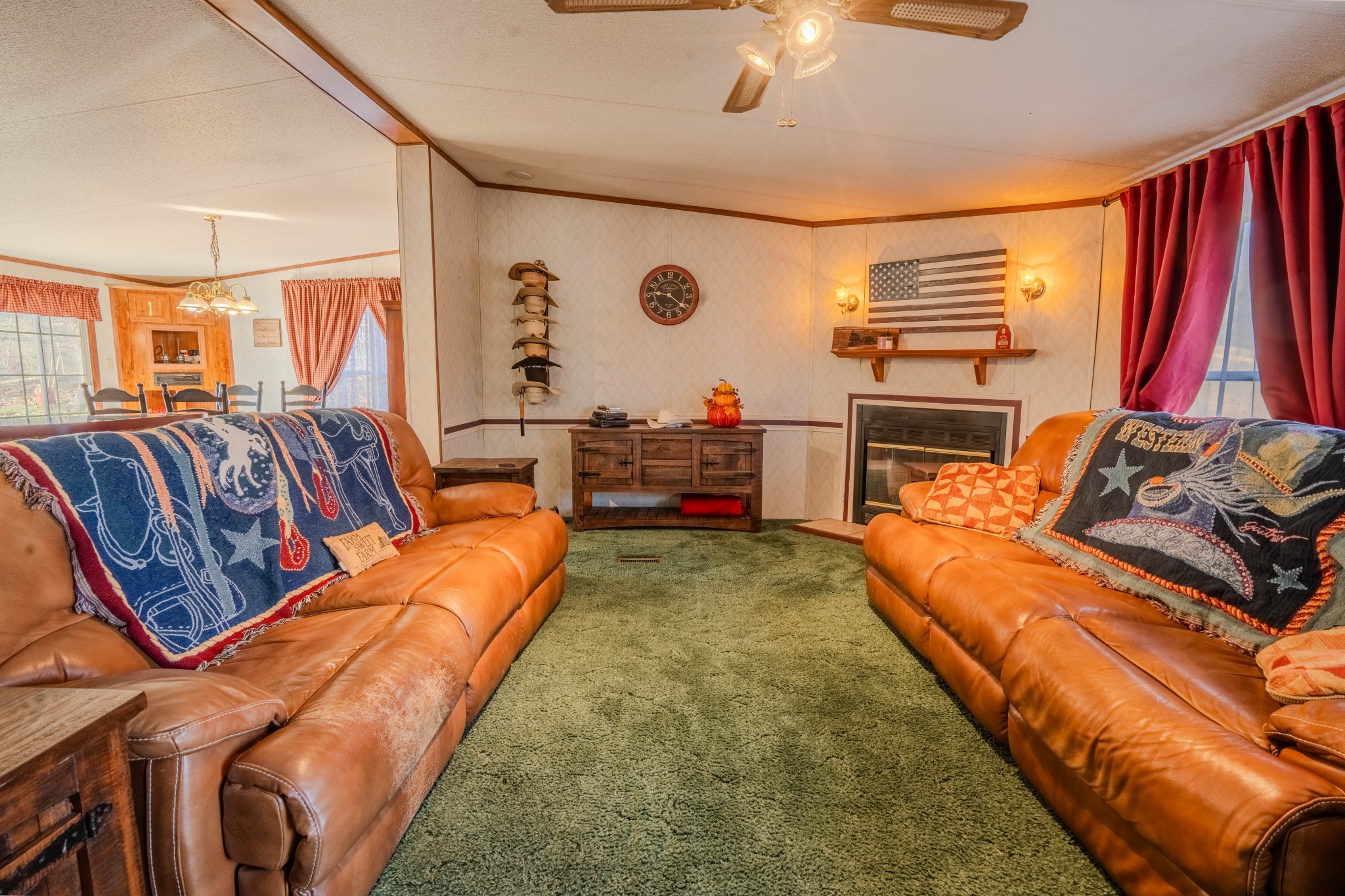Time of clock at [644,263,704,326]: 9:21
